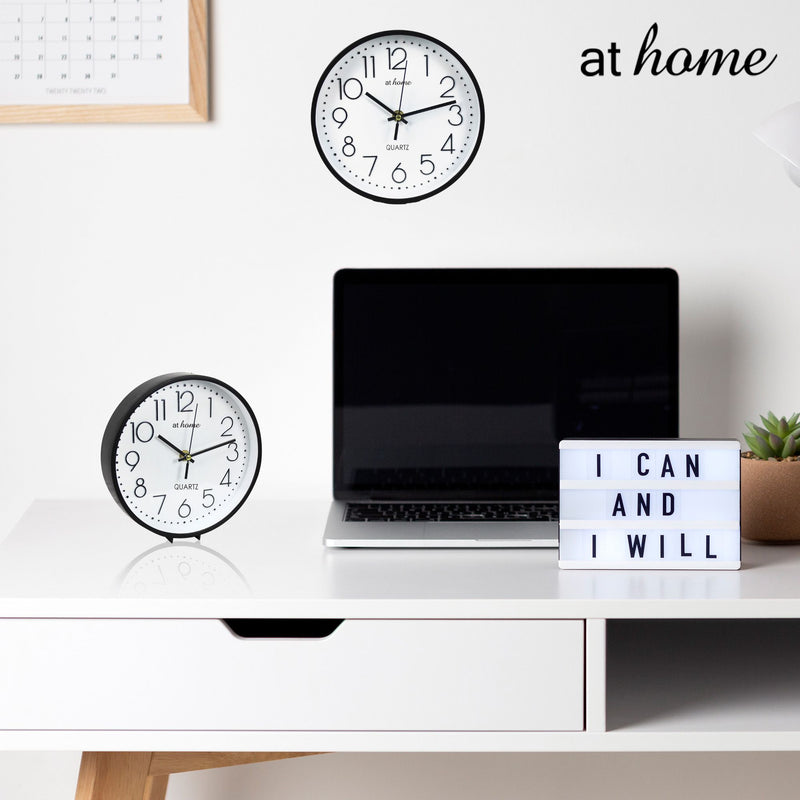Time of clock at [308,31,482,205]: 10:12
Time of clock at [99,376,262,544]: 10:12
